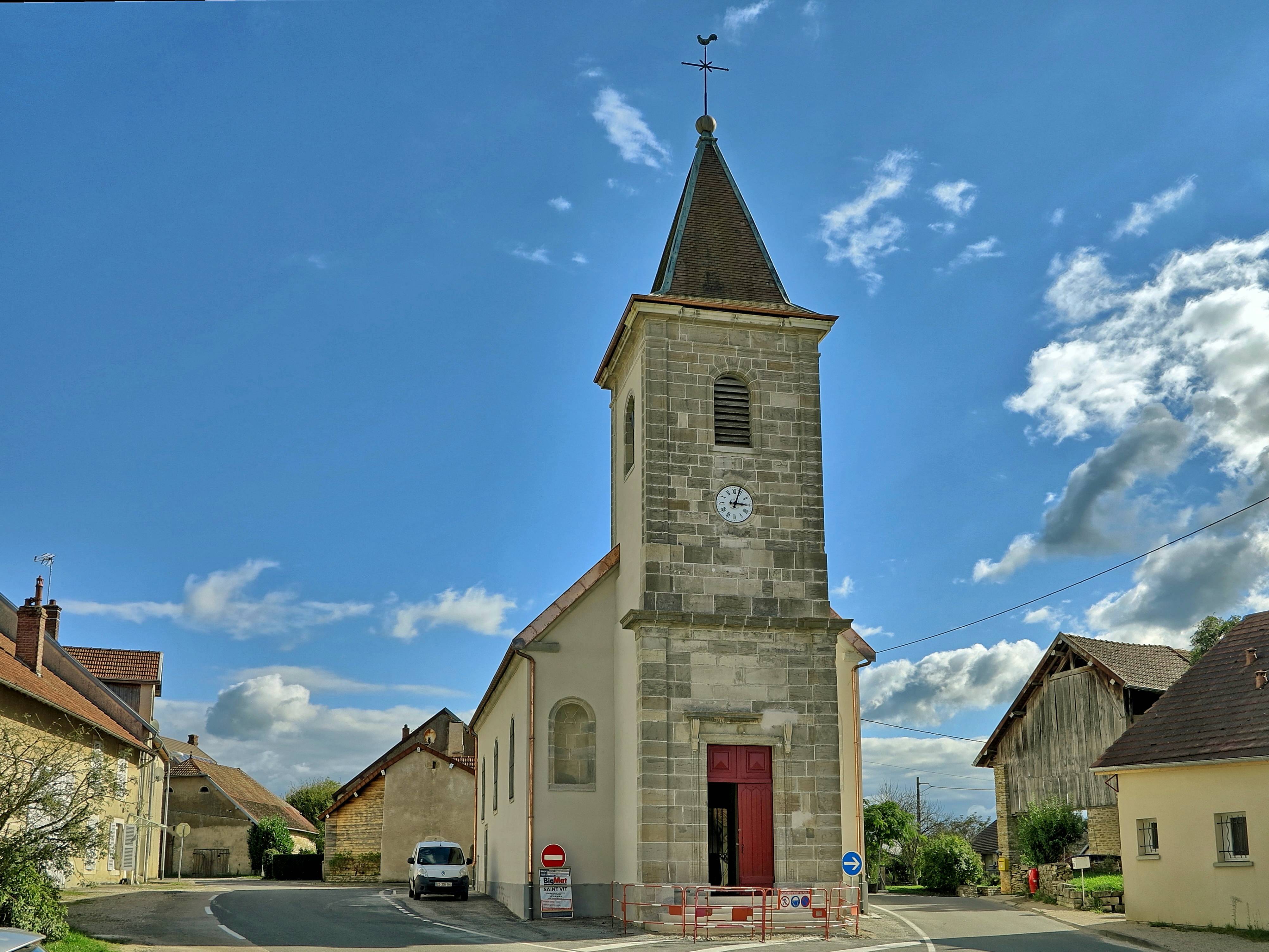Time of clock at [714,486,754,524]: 3:03
